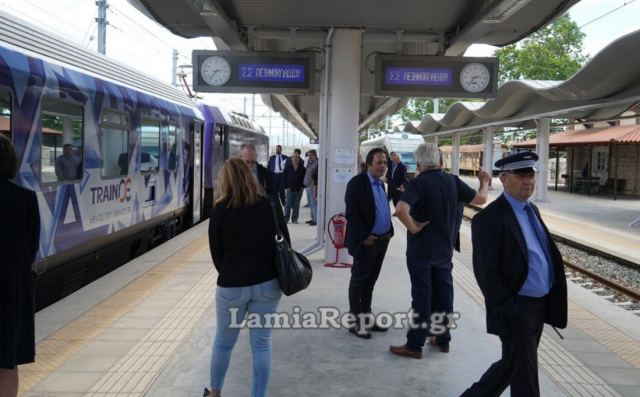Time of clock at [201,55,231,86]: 2:36
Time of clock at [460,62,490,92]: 2:36
